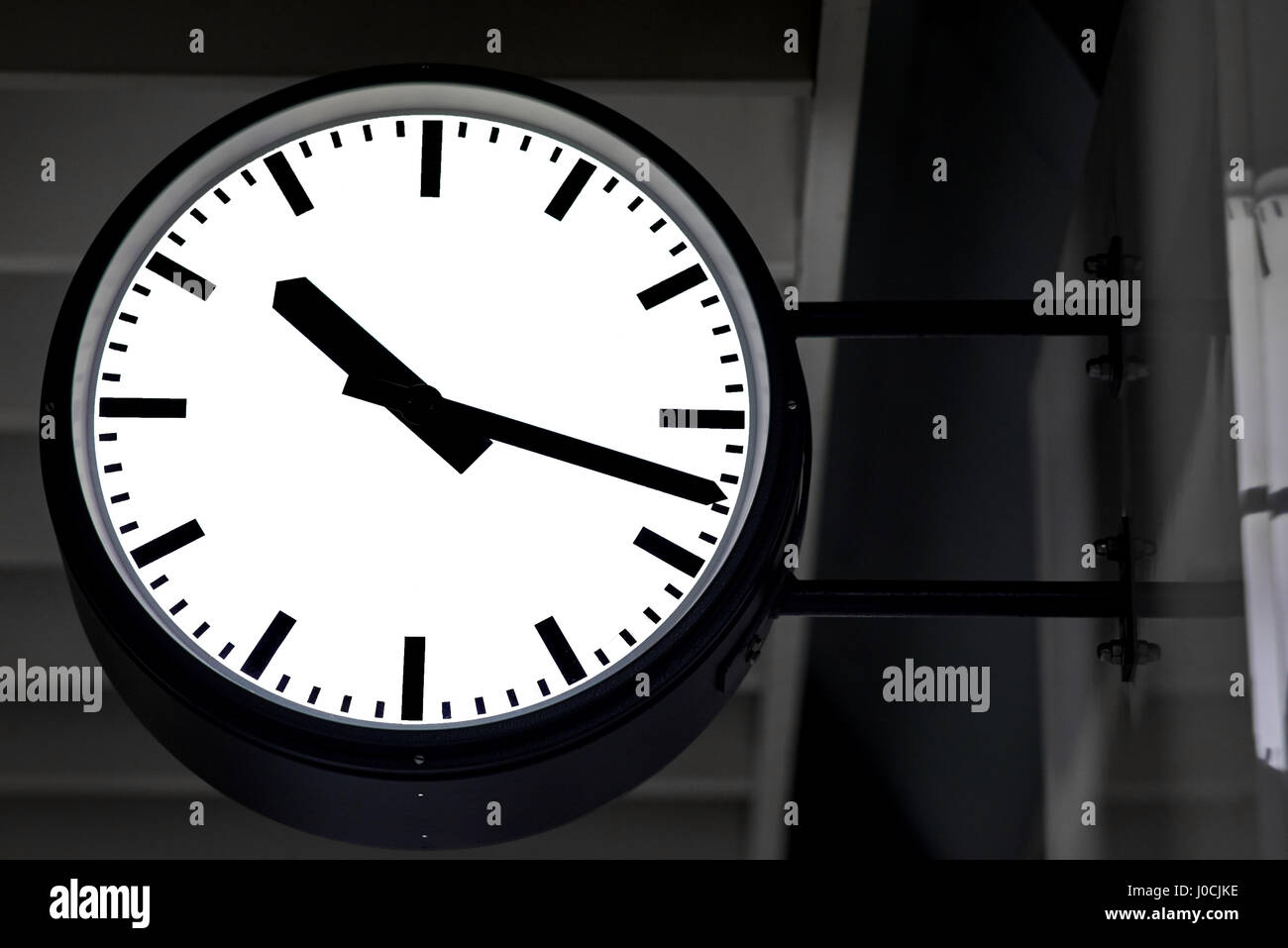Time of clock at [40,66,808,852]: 10:17
